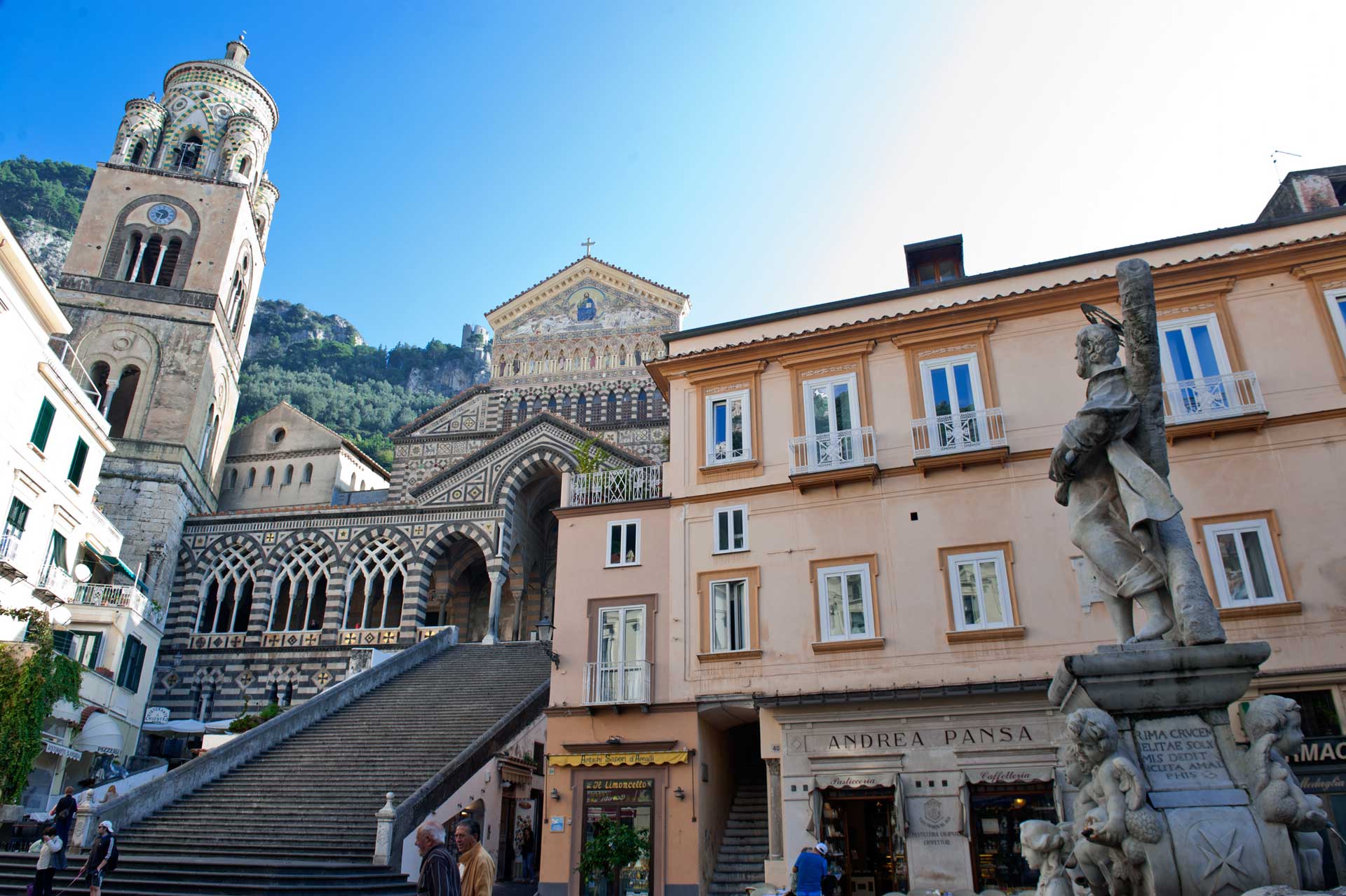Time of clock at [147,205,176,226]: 9:33
